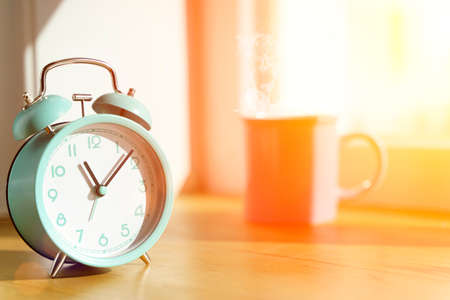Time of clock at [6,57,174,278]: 11:07
